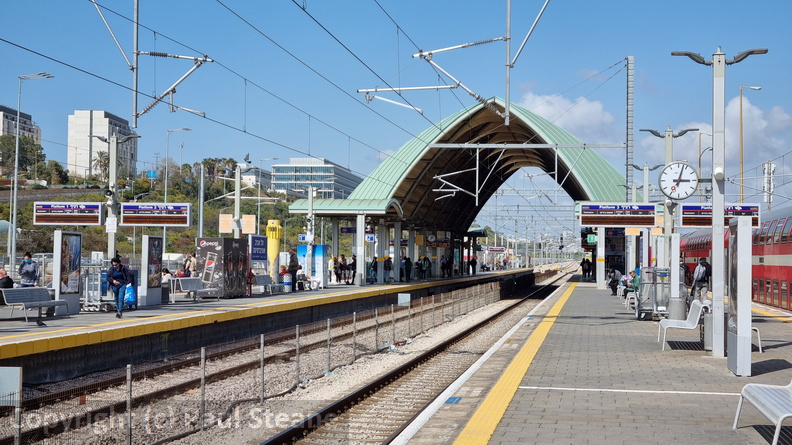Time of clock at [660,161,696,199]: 3:02
